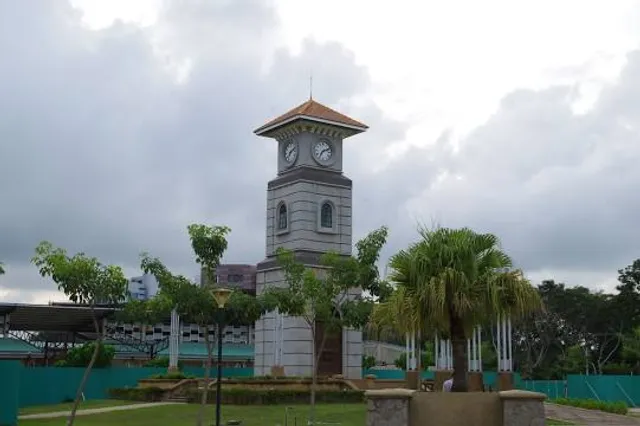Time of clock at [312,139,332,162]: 7:11
